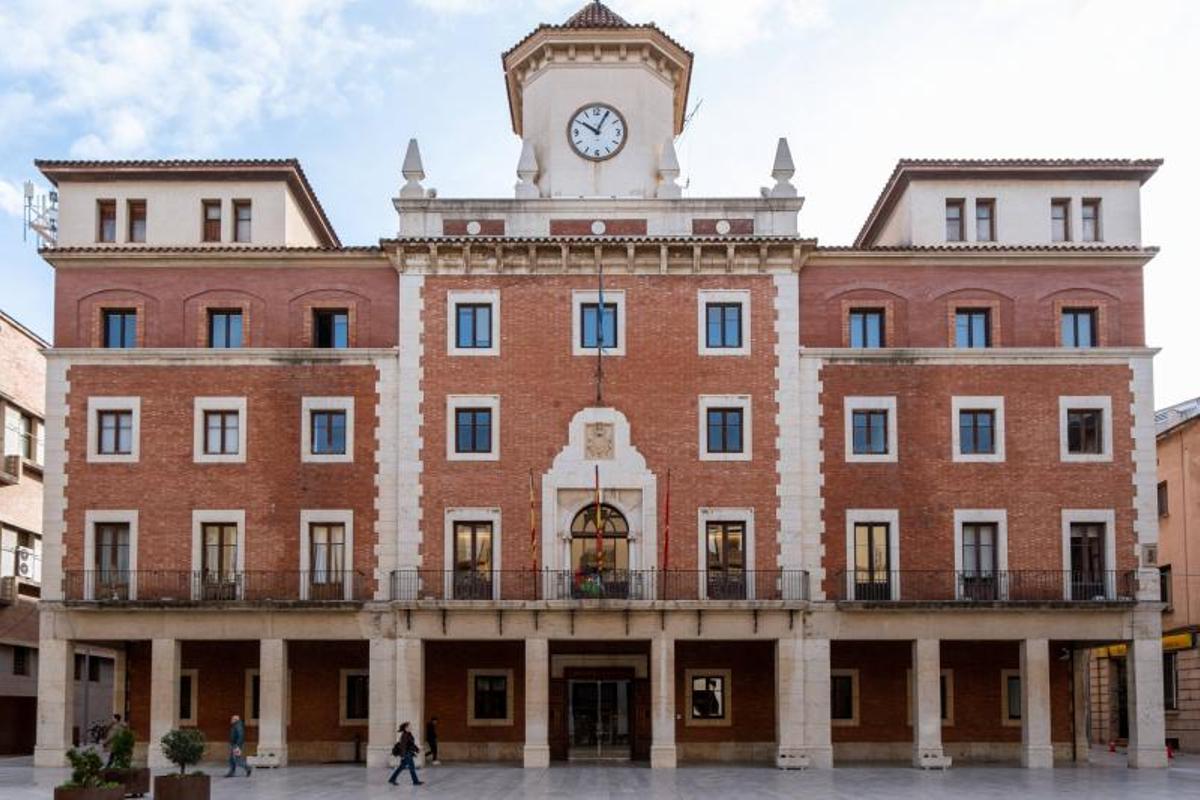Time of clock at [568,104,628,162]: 10:04
